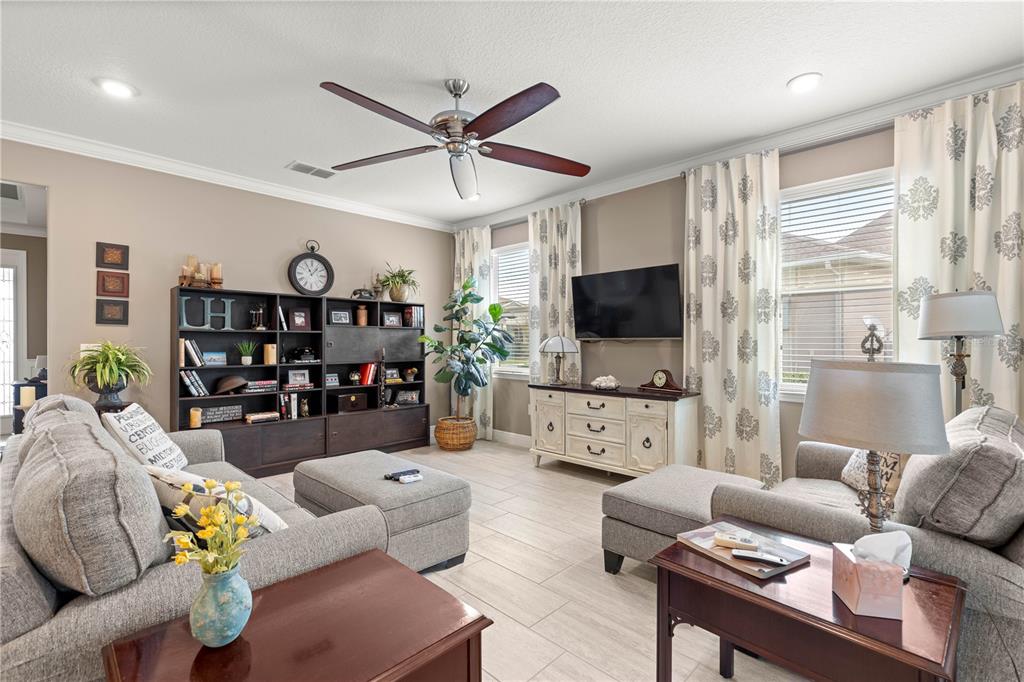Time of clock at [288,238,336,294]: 11:06
